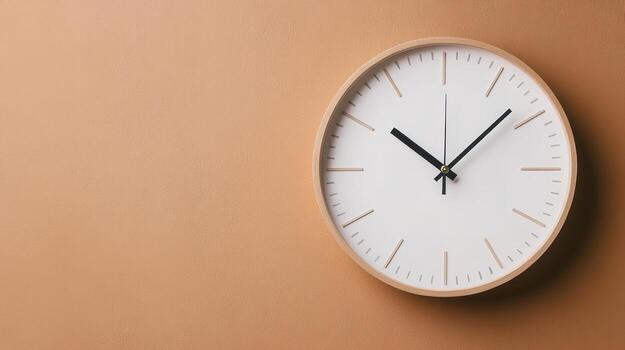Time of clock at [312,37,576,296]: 10:07
